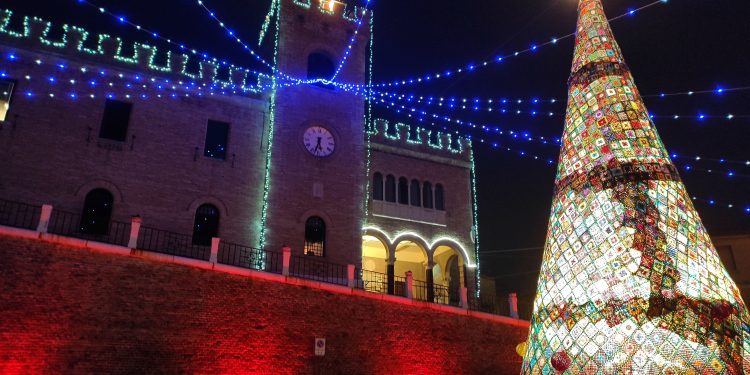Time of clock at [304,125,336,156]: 5:33
